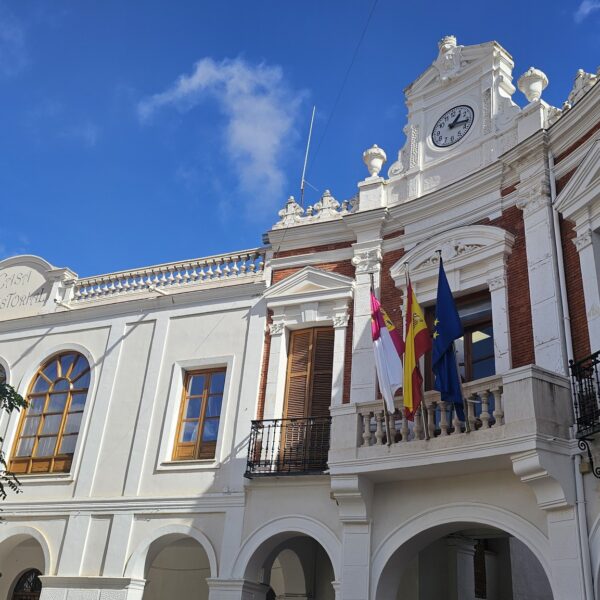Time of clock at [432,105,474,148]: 1:16
